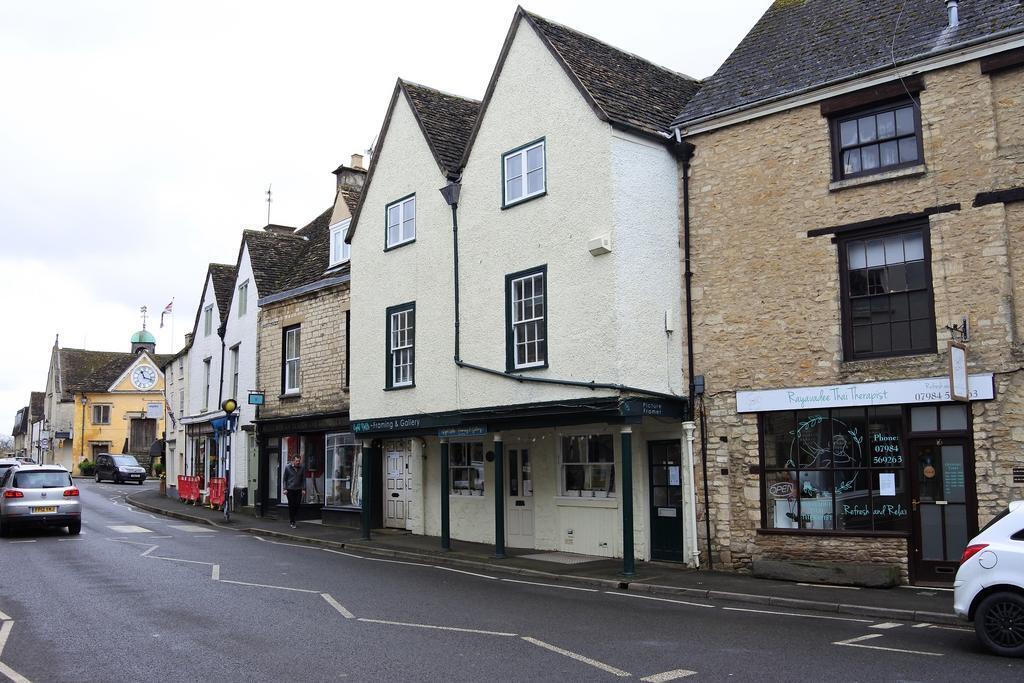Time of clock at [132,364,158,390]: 11:17
